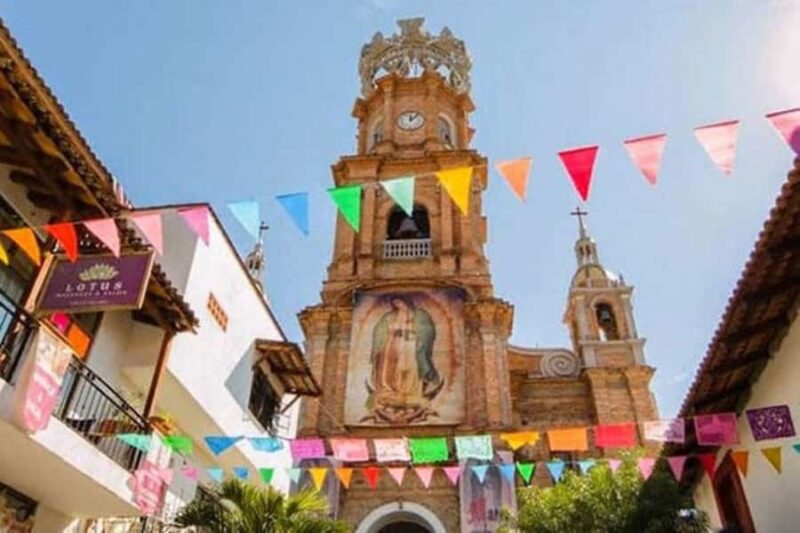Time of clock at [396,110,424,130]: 12:07
